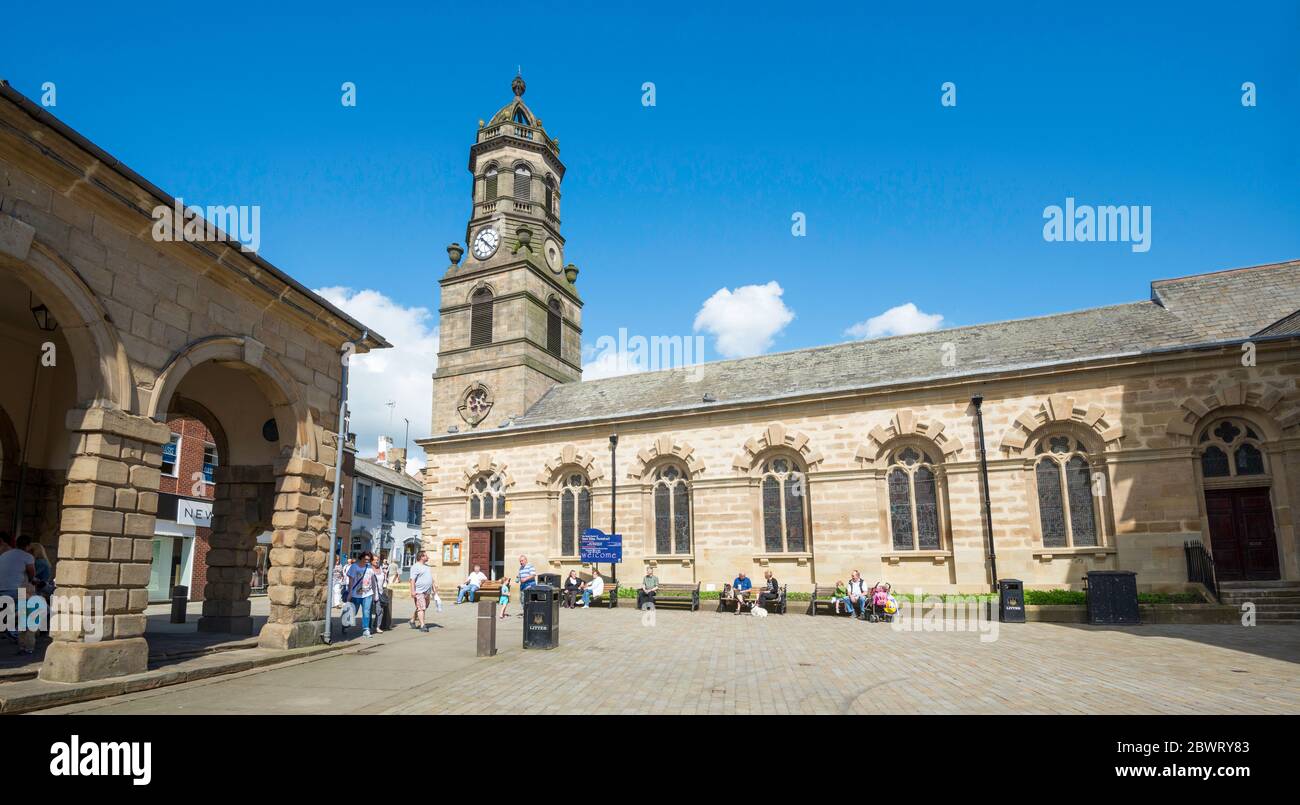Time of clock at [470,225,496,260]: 10:21
